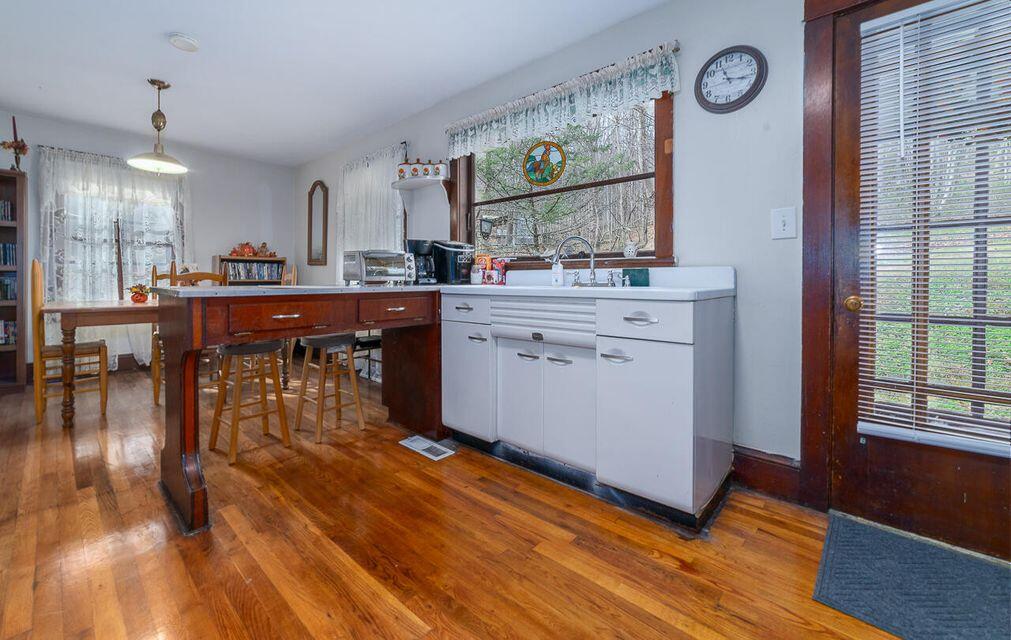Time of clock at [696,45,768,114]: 11:17
